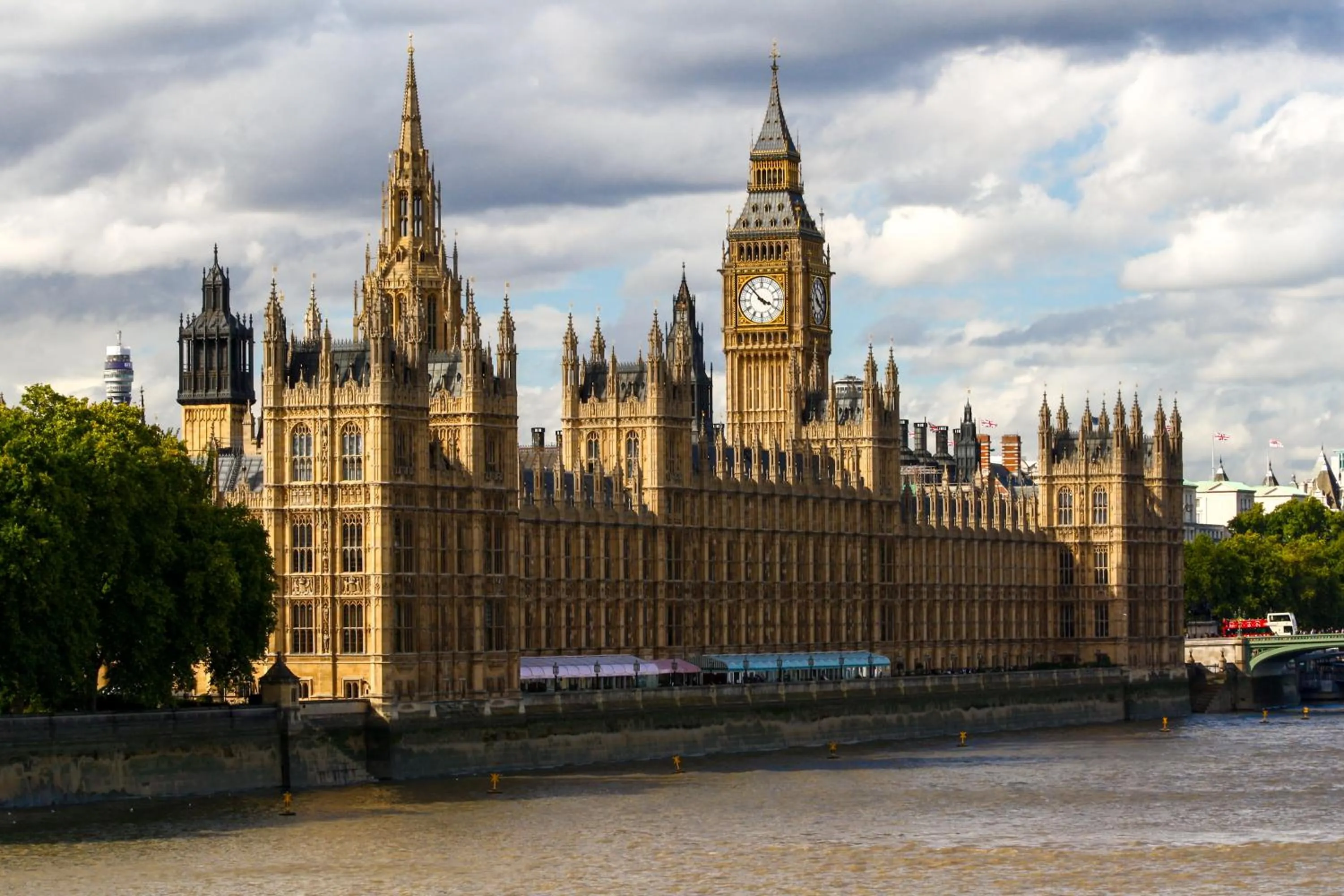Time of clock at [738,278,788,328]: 3:52
